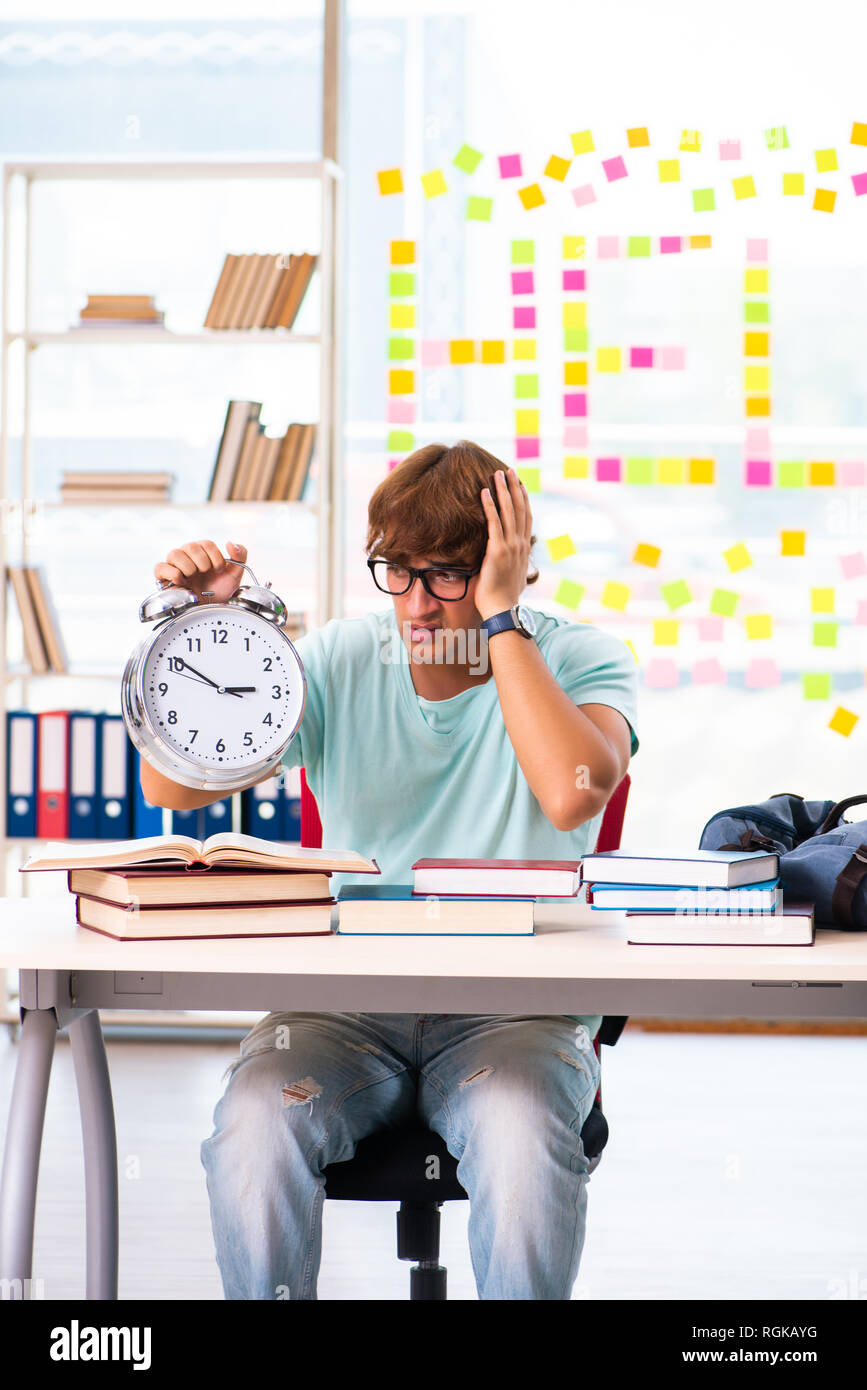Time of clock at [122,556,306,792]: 2:50
